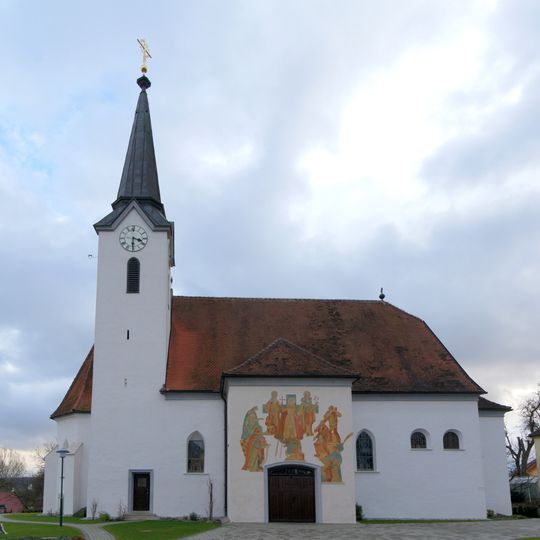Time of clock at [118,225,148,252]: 3:30
